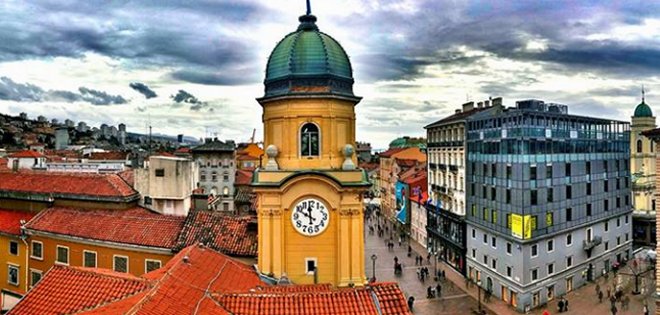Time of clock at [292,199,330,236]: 11:49
